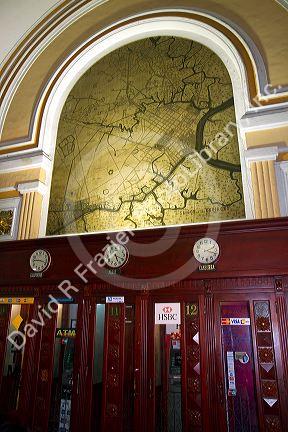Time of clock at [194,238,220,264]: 2:18
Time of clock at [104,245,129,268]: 5:18
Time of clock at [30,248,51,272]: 9:17
